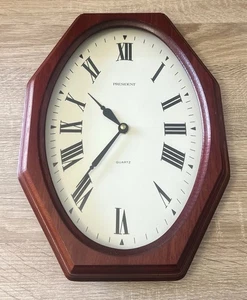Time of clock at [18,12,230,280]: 10:36
